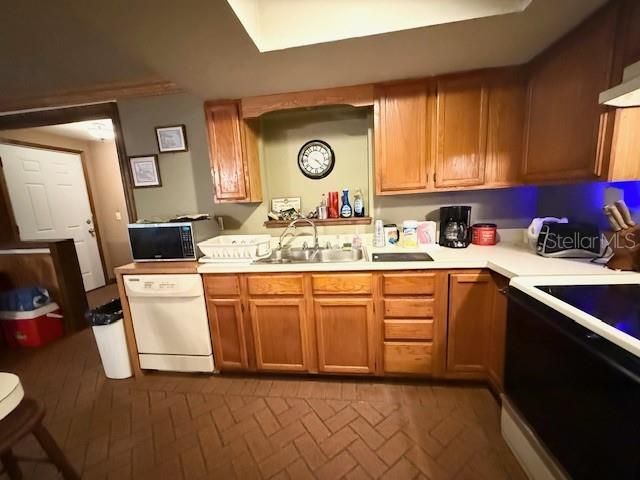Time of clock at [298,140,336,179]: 4:22
